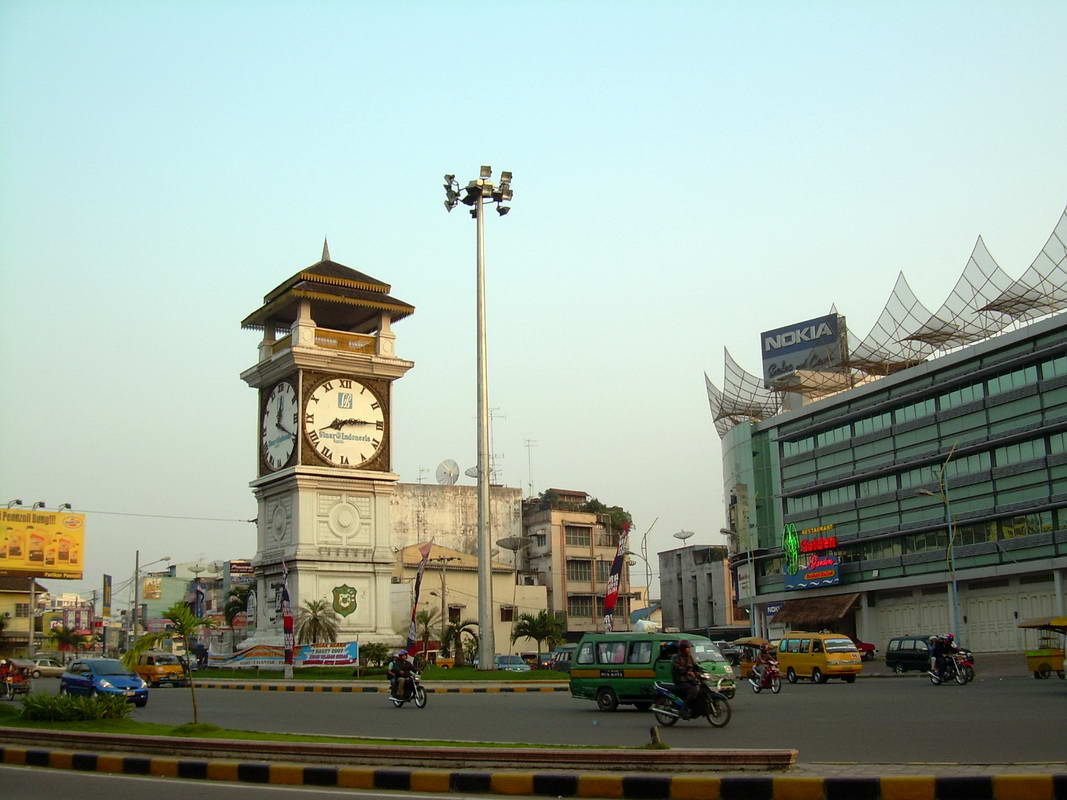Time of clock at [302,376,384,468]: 8:14
